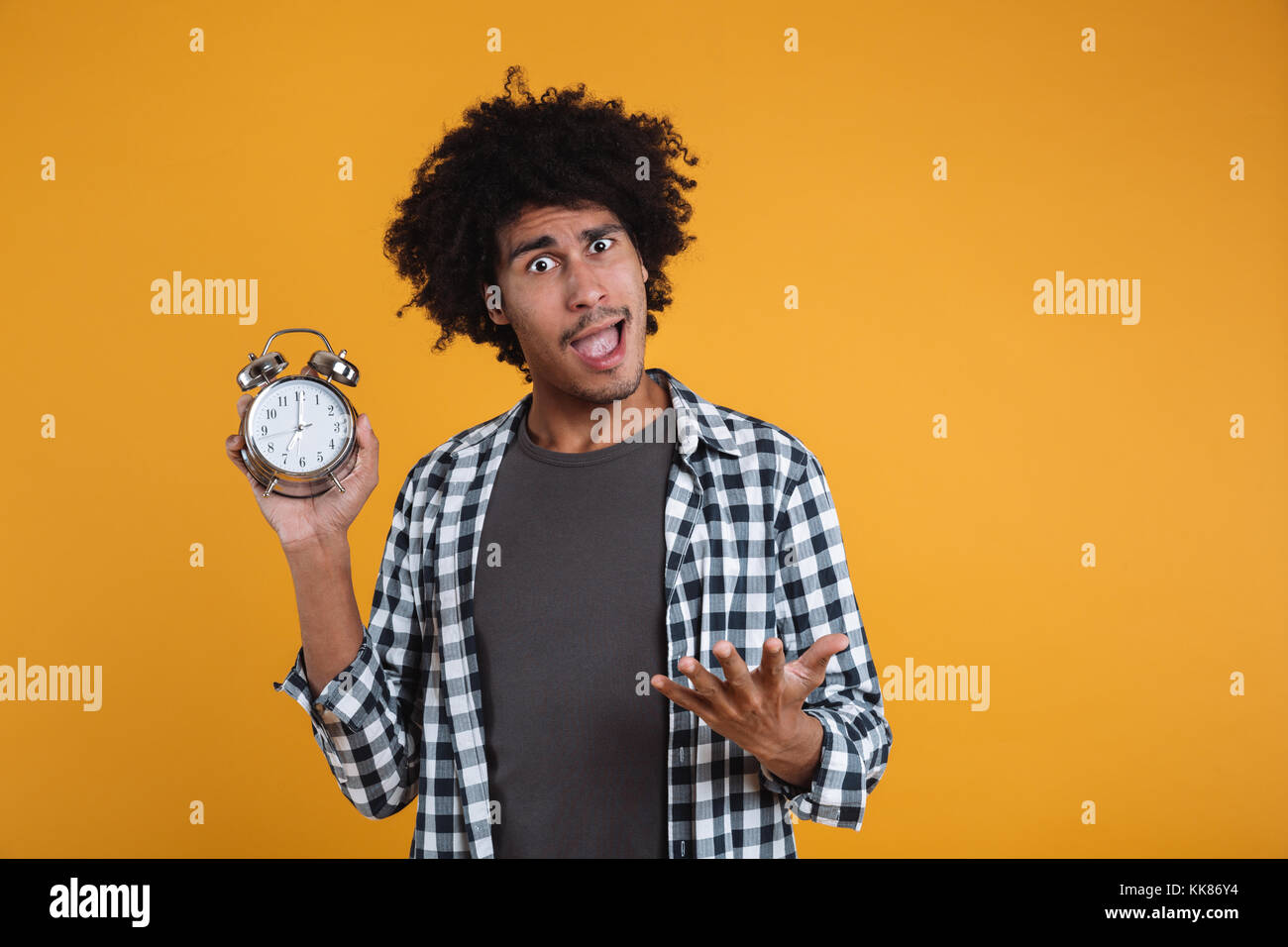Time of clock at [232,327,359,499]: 7:00
